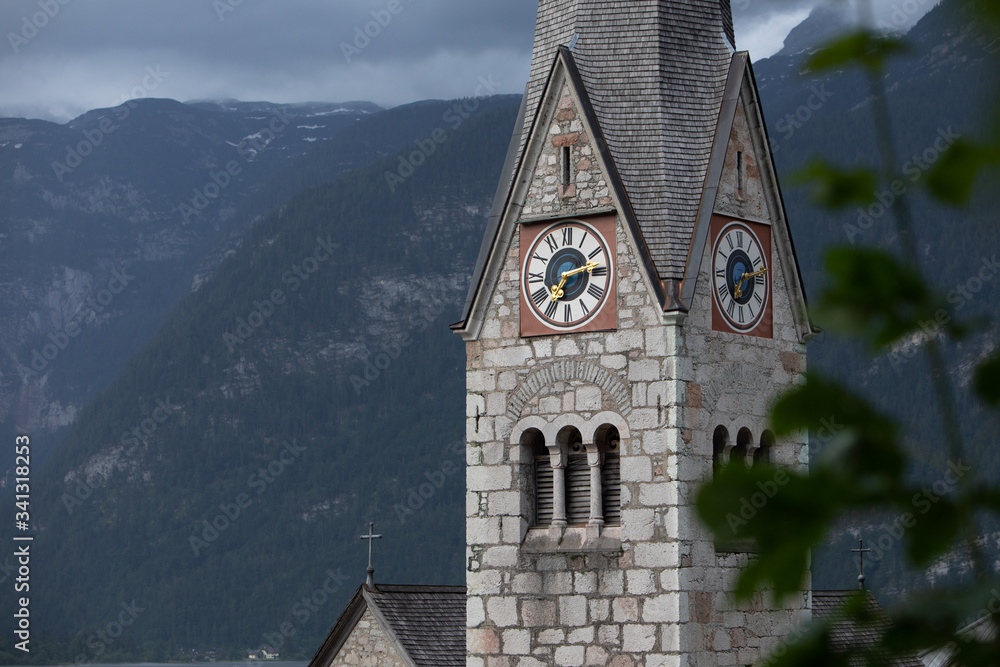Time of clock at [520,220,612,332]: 7:13
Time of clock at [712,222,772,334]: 7:12
